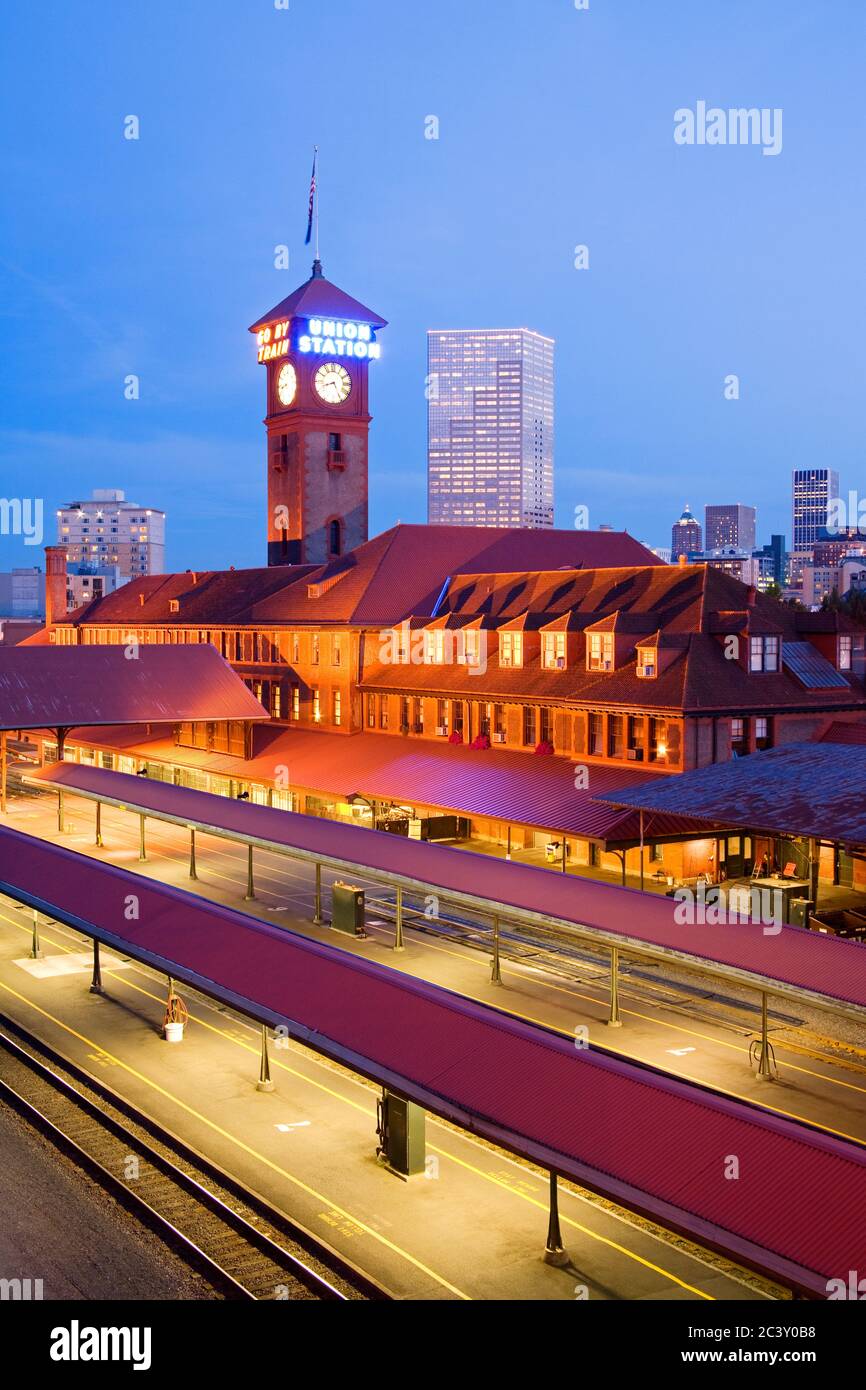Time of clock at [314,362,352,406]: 8:25
